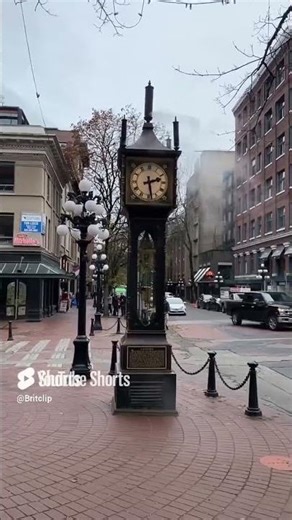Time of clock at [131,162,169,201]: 2:28
